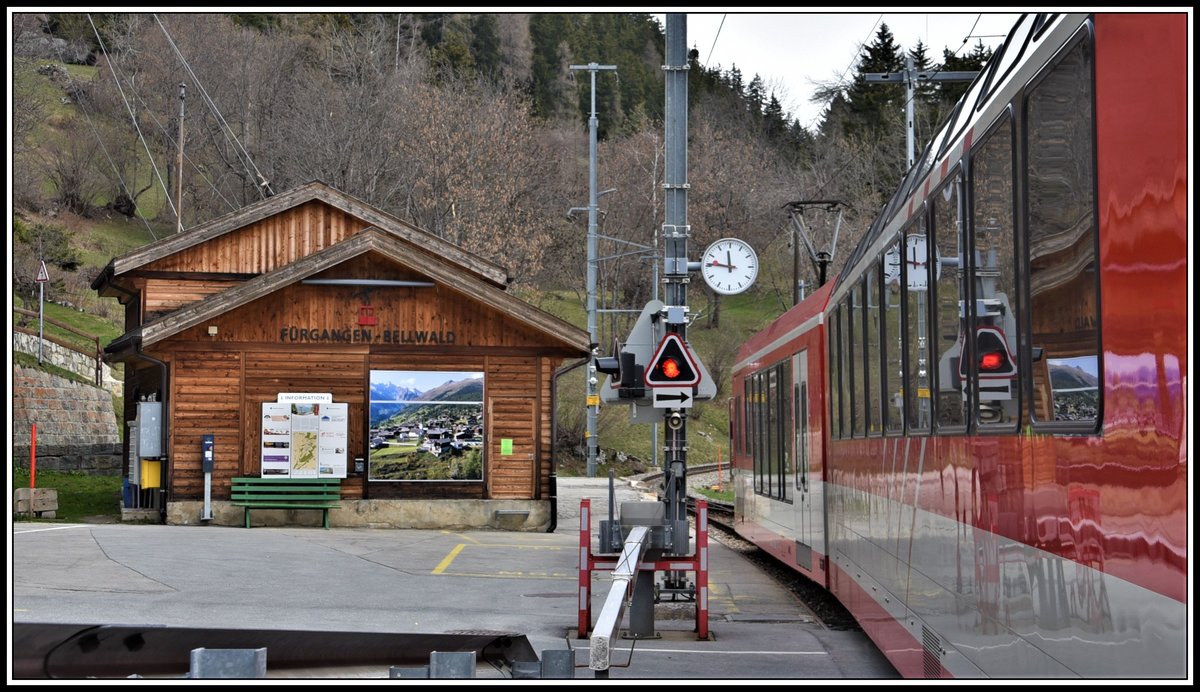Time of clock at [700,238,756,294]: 11:46
